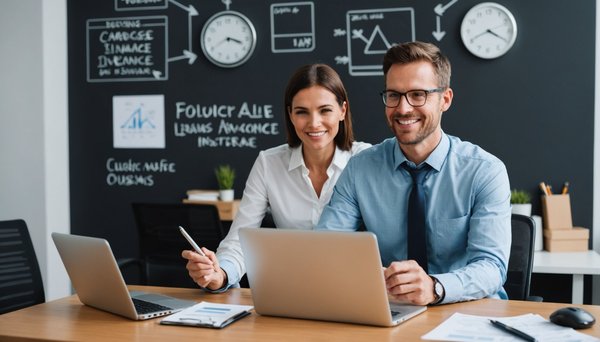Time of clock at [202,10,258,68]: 3:40
